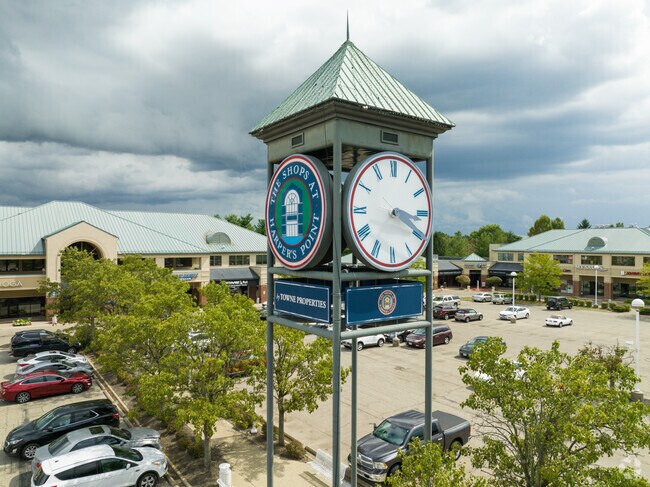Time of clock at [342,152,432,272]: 3:19
